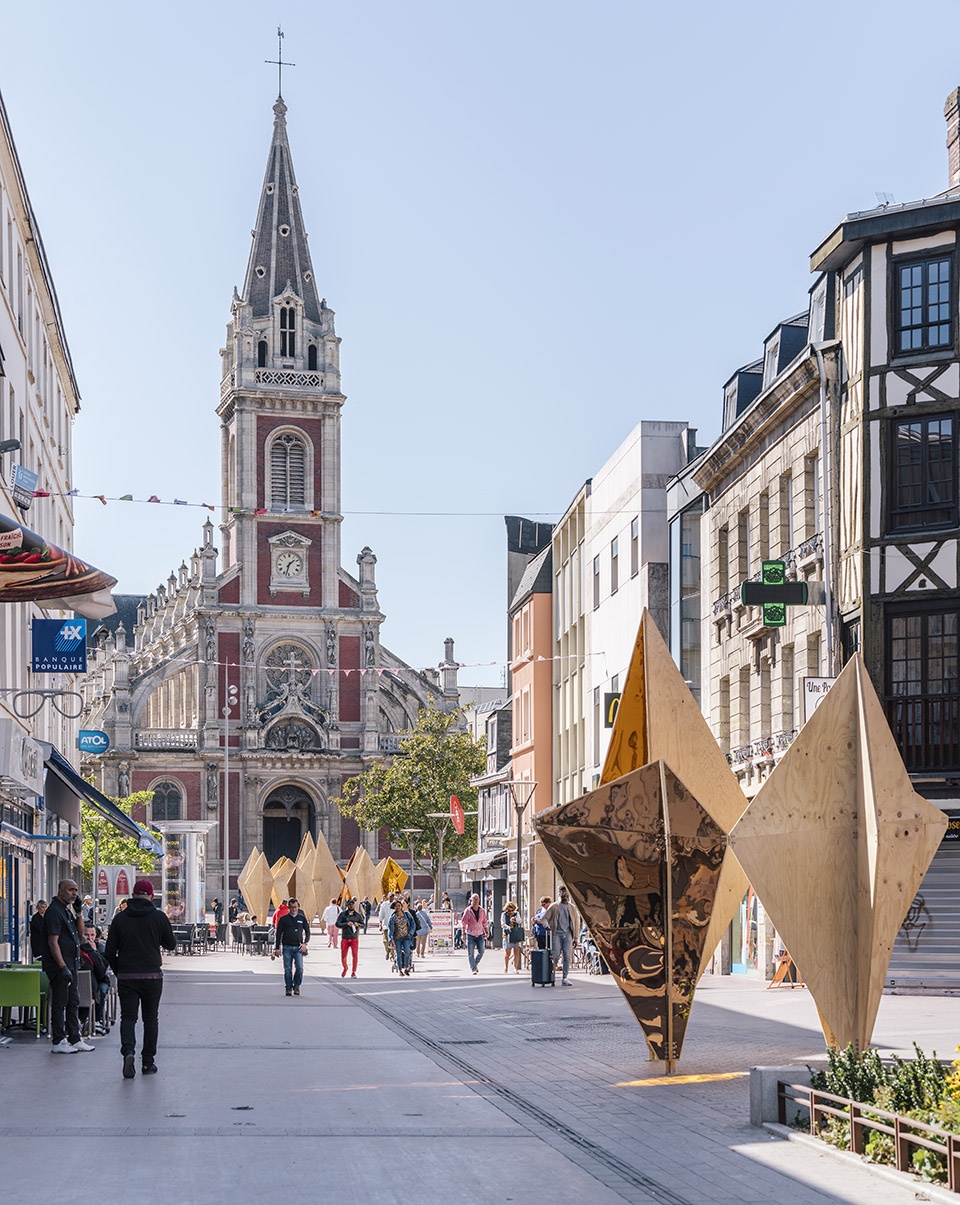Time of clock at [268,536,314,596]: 1:32
